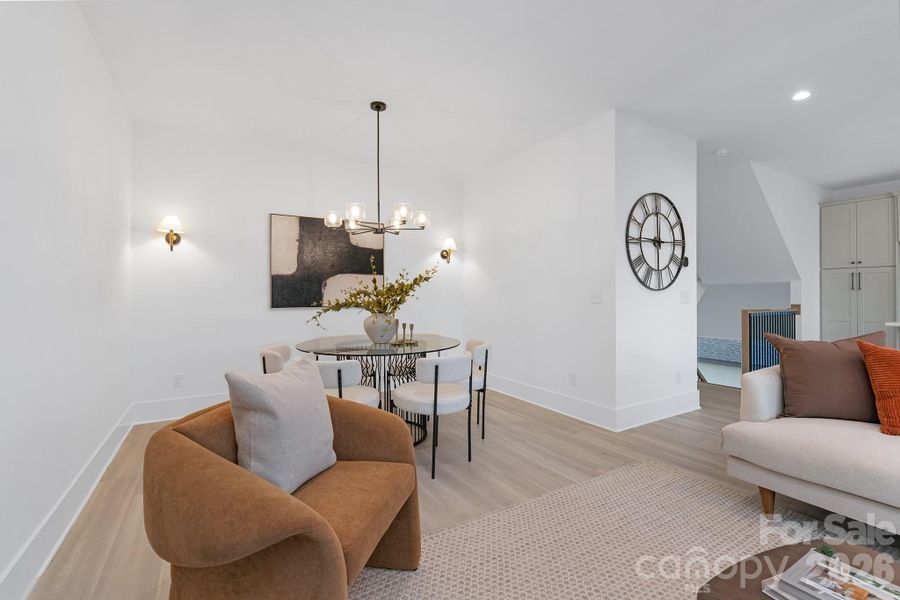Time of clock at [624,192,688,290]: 5:59
